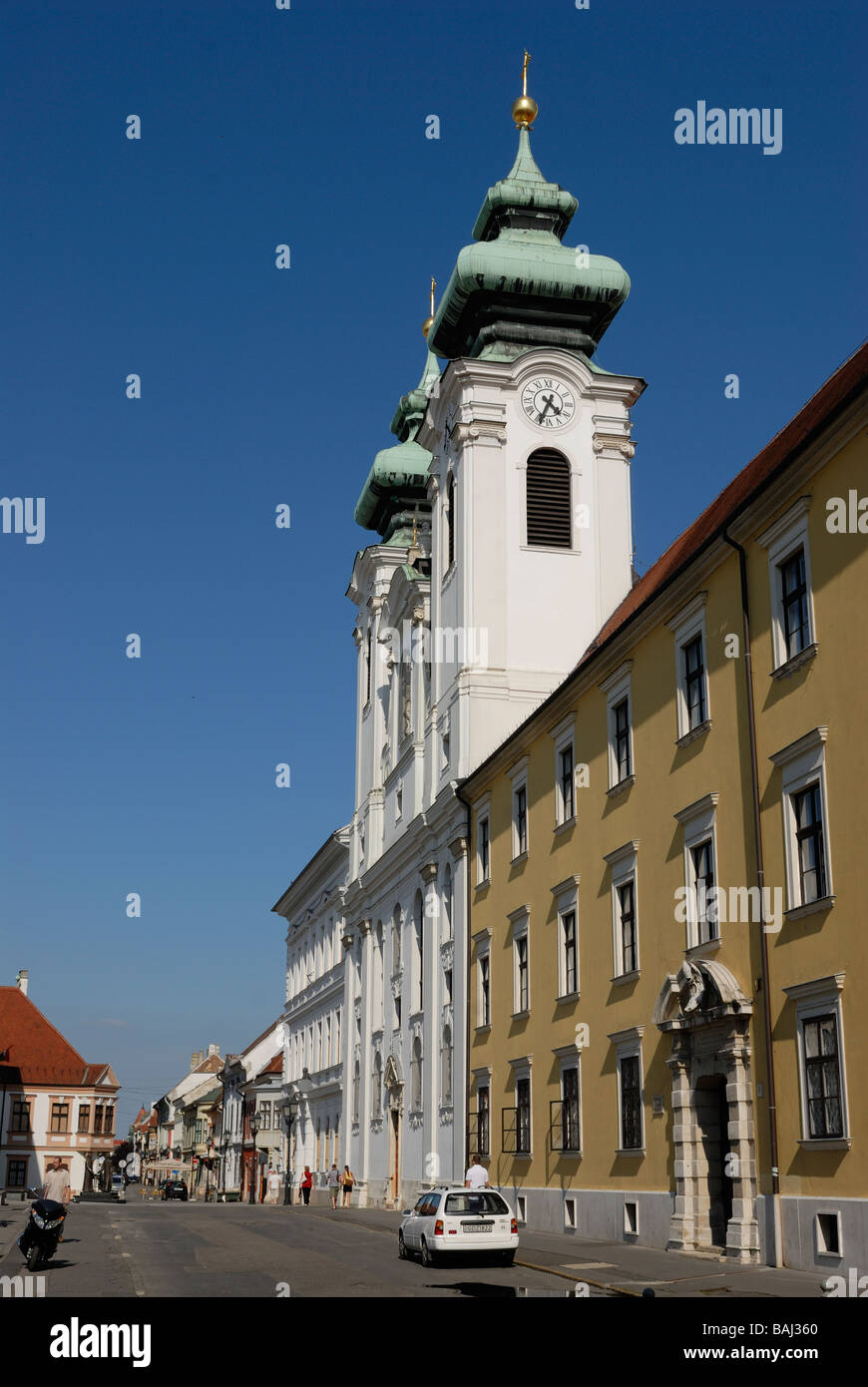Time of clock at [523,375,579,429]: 4:34
